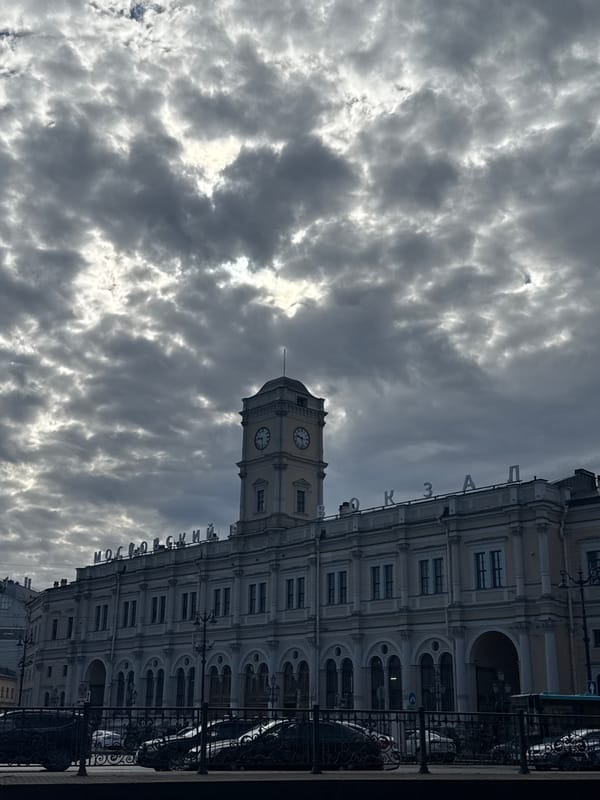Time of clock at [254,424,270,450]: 9:28
